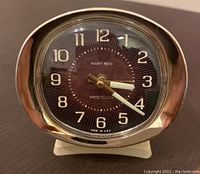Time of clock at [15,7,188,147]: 3:21
